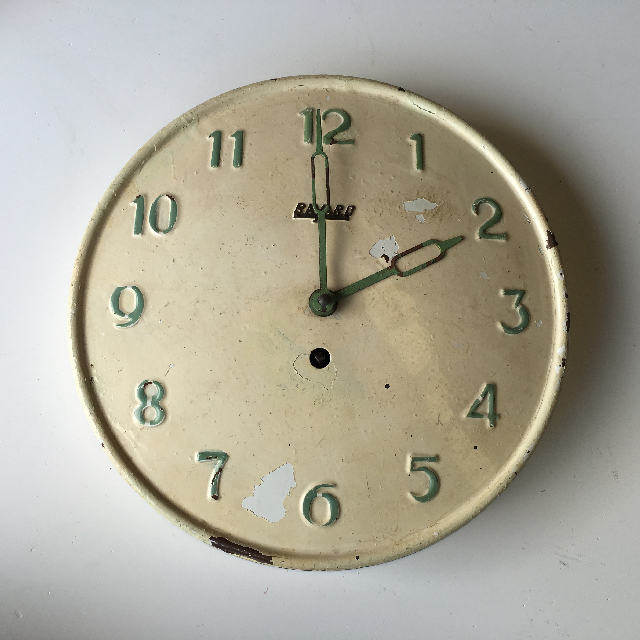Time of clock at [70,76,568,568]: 2:00
